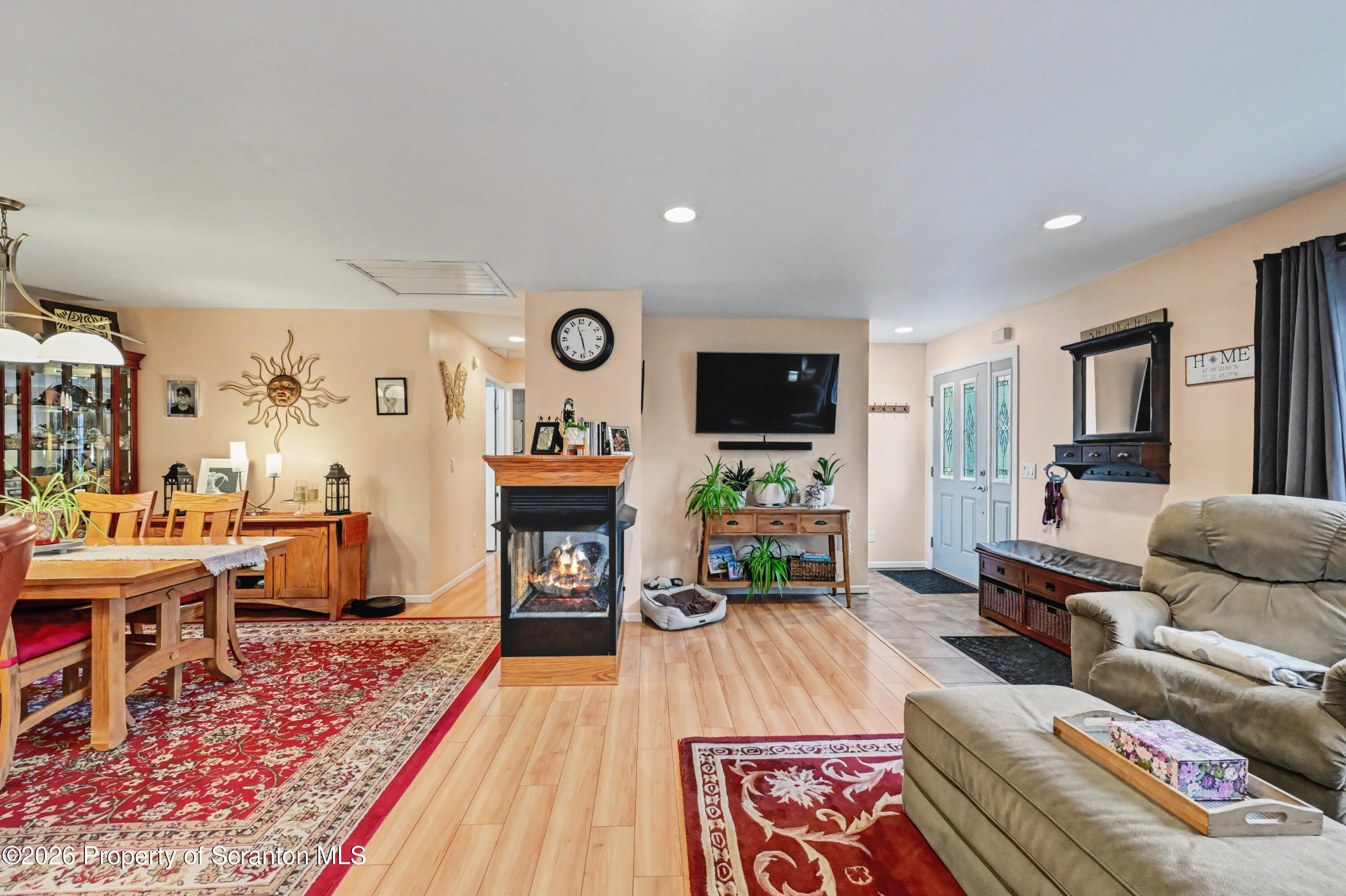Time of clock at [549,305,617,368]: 11:28
